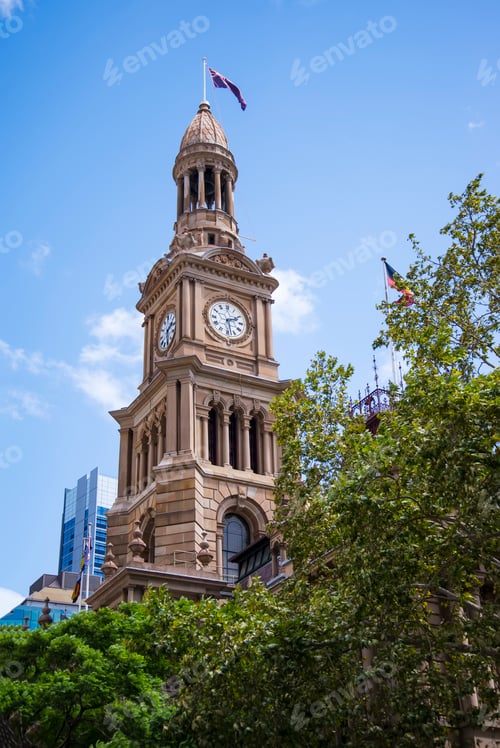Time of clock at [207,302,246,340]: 2:27
